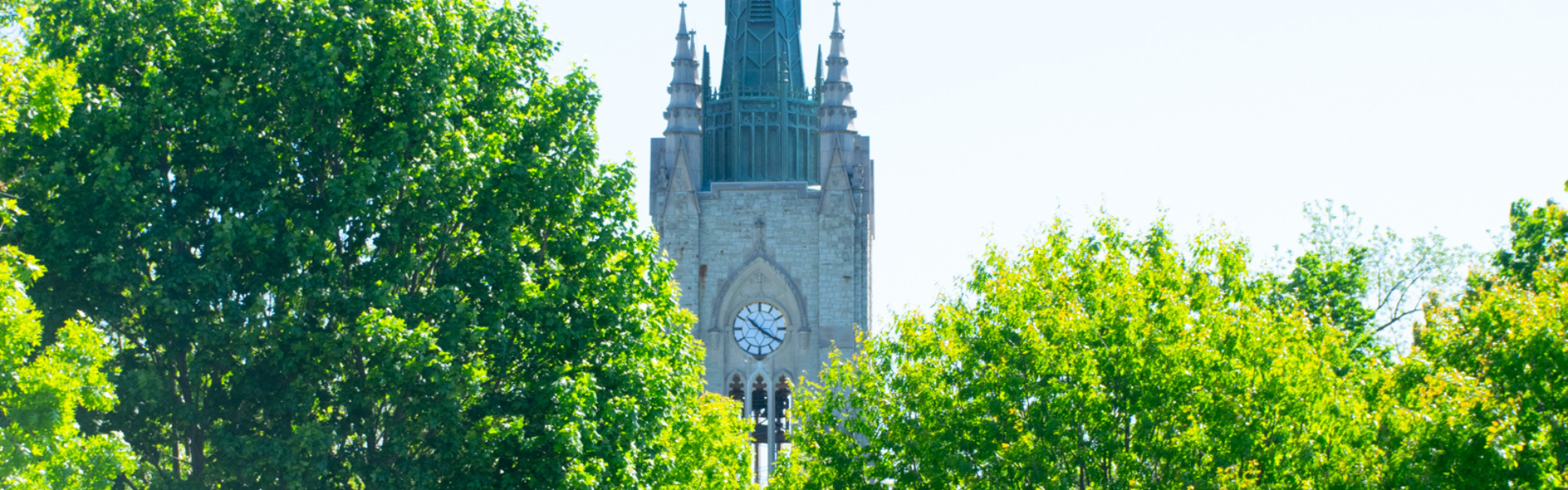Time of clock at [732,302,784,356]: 10:20
